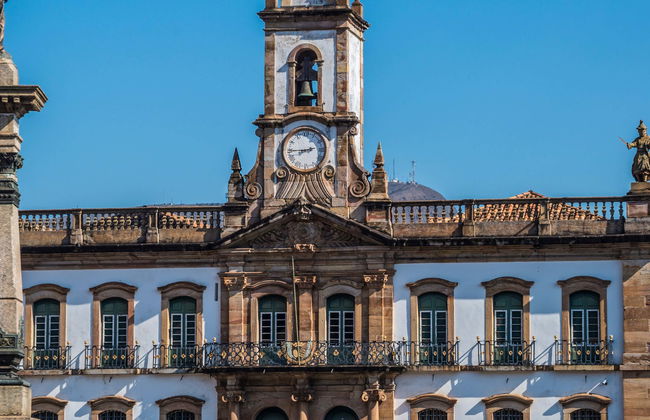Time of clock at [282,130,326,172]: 2:44
